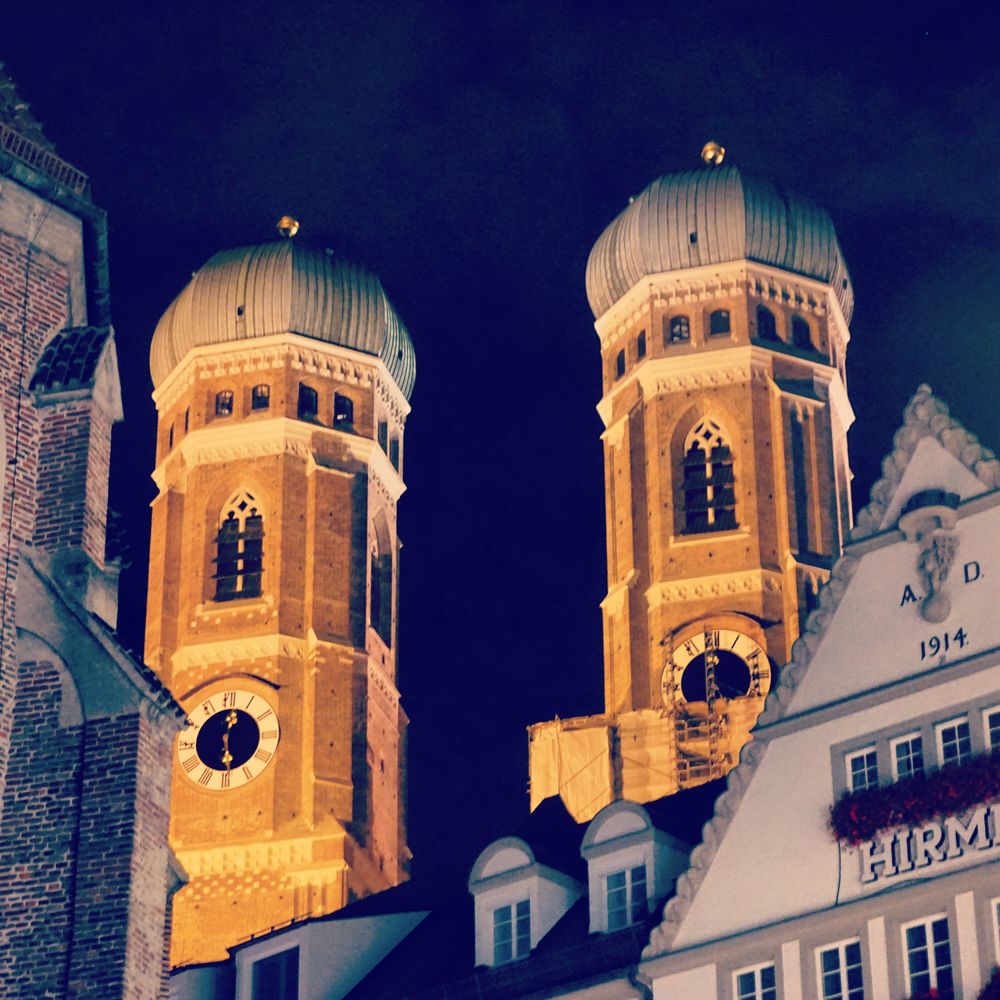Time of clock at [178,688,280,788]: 12:28
